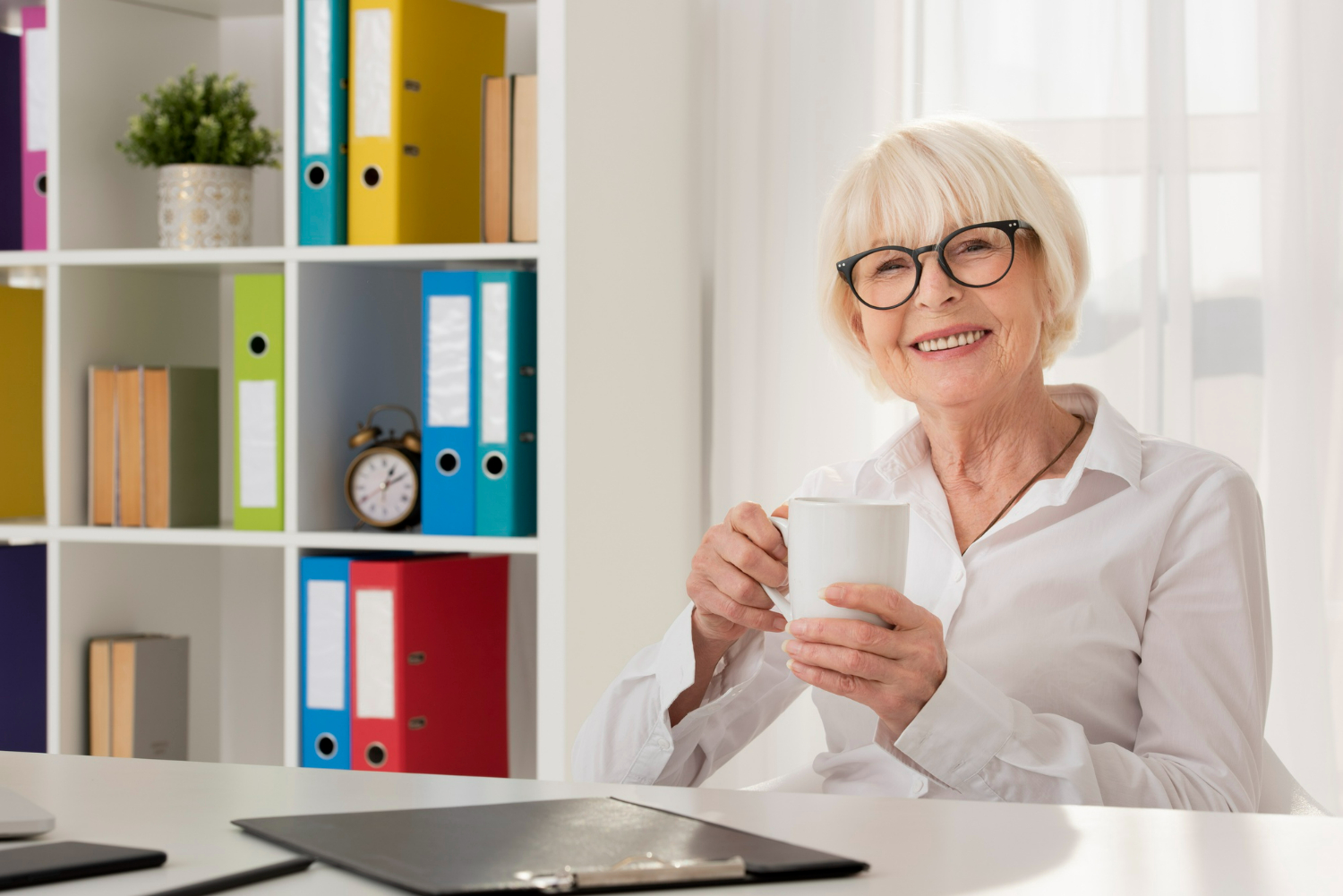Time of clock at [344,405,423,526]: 1:10
